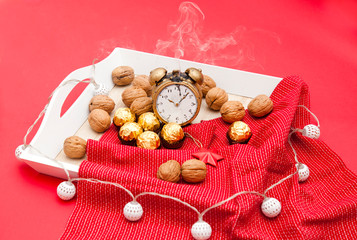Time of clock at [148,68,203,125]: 10:07
